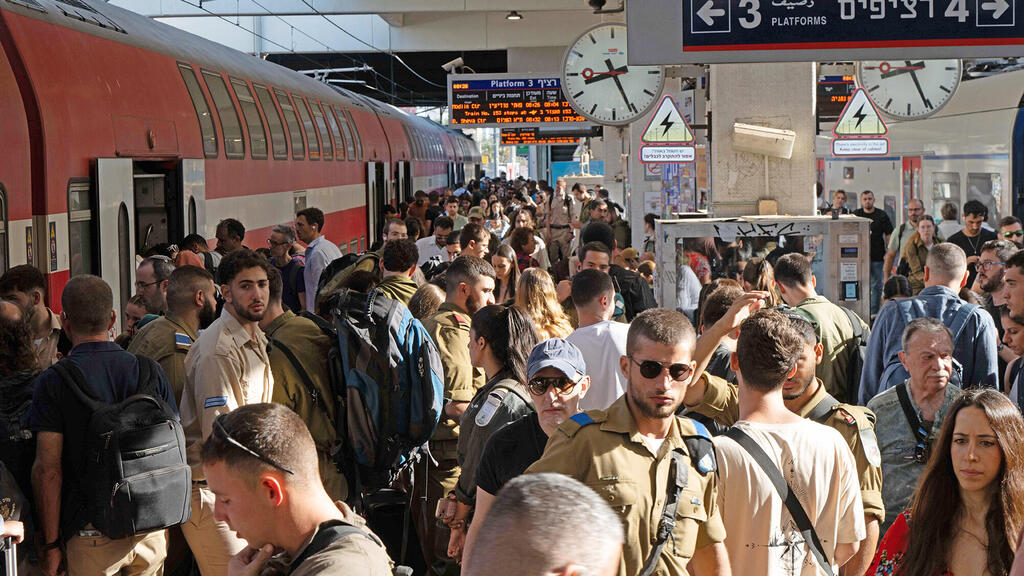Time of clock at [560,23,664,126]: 8:25
